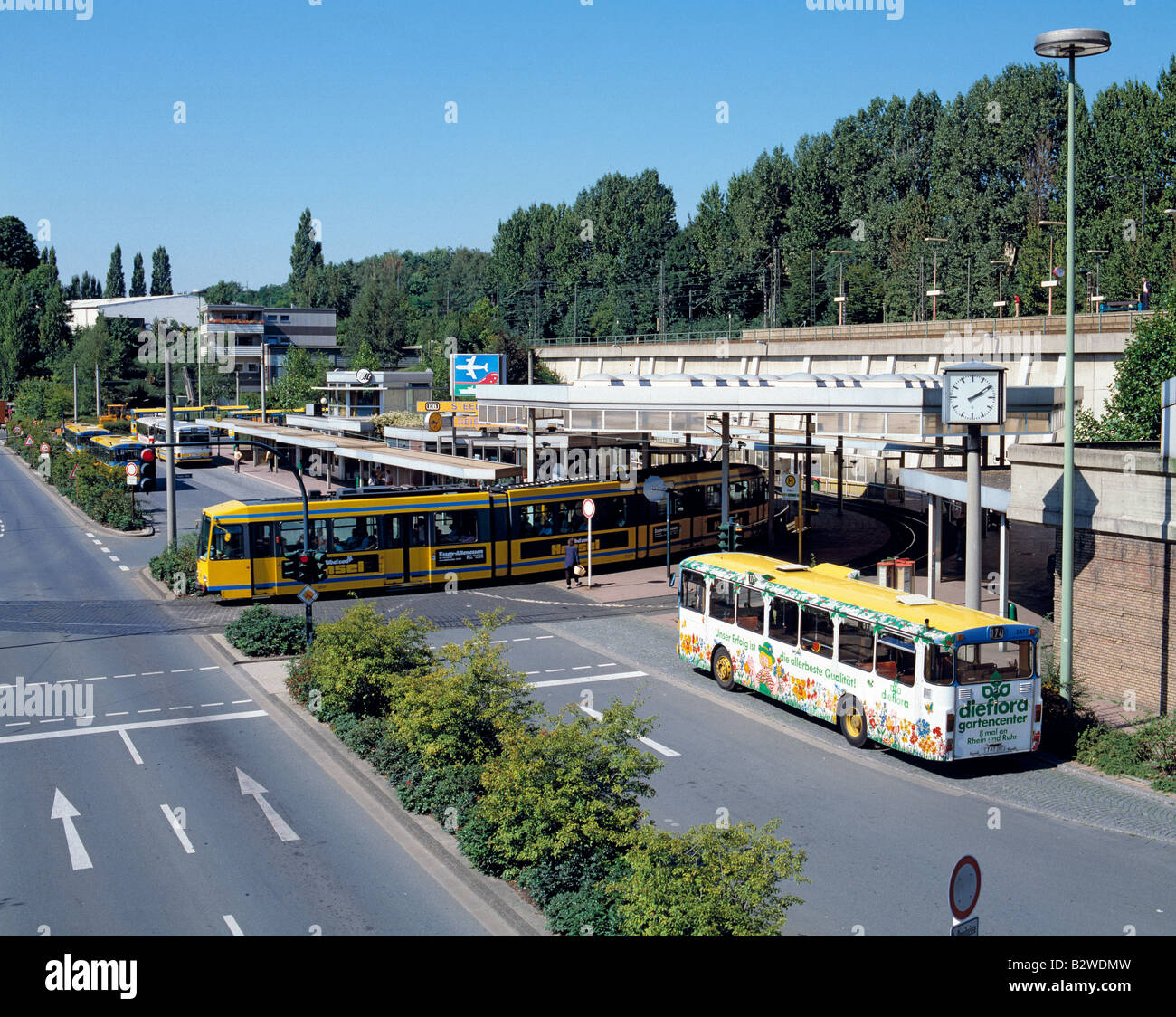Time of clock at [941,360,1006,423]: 2:09
